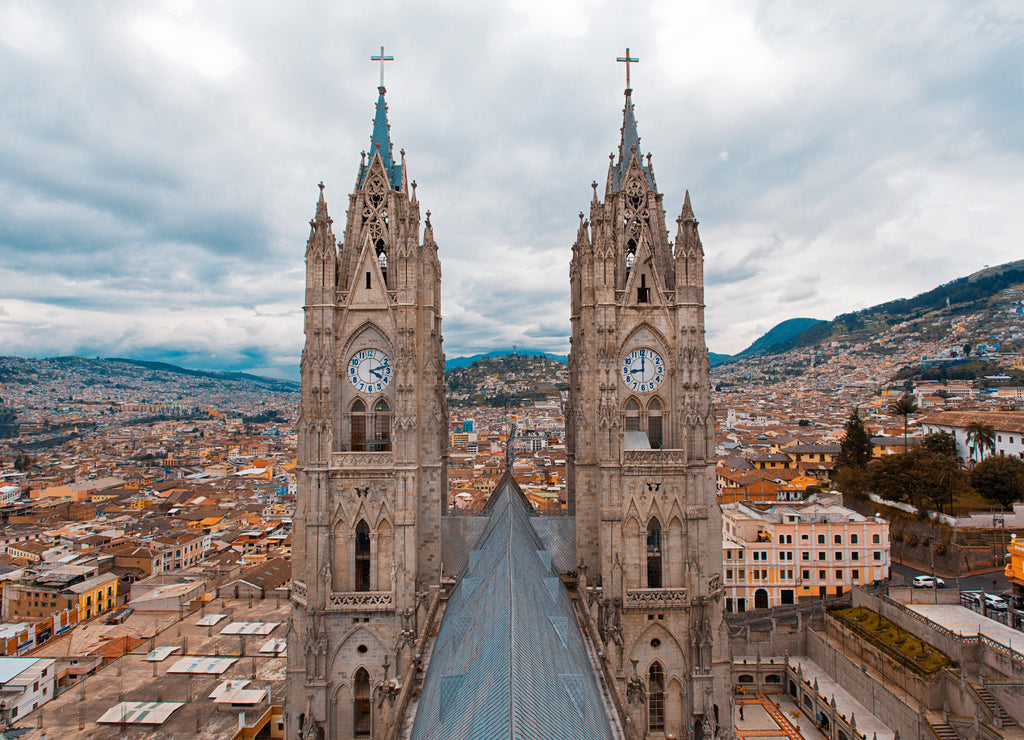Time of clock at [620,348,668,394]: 9:00
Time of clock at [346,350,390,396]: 4:12
